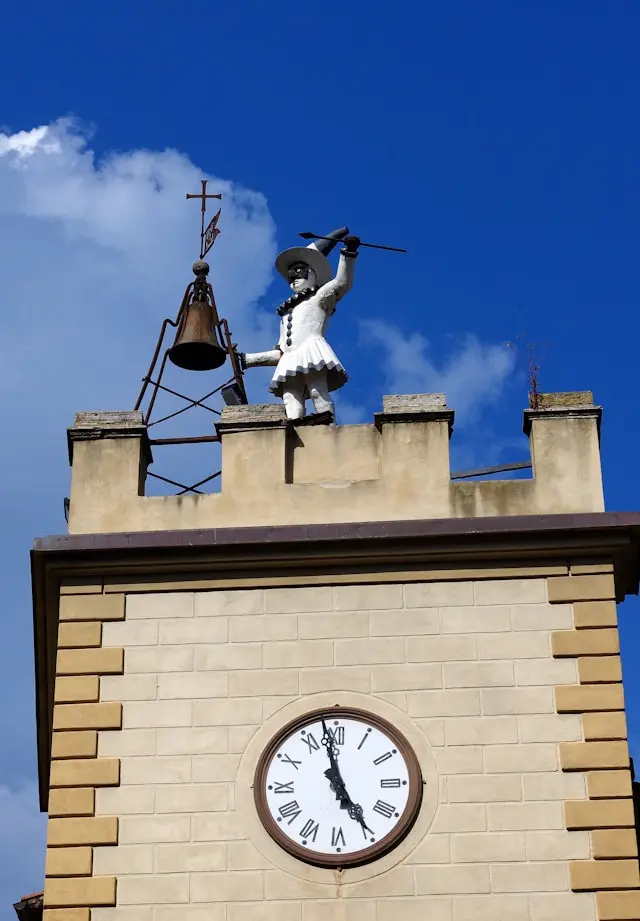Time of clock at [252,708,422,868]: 4:58
